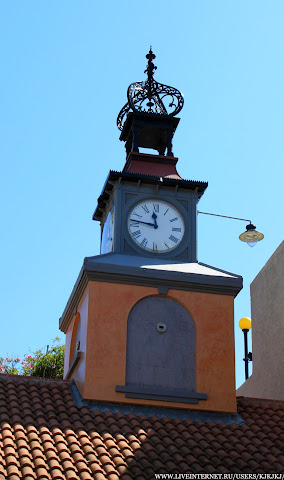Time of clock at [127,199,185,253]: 11:46
